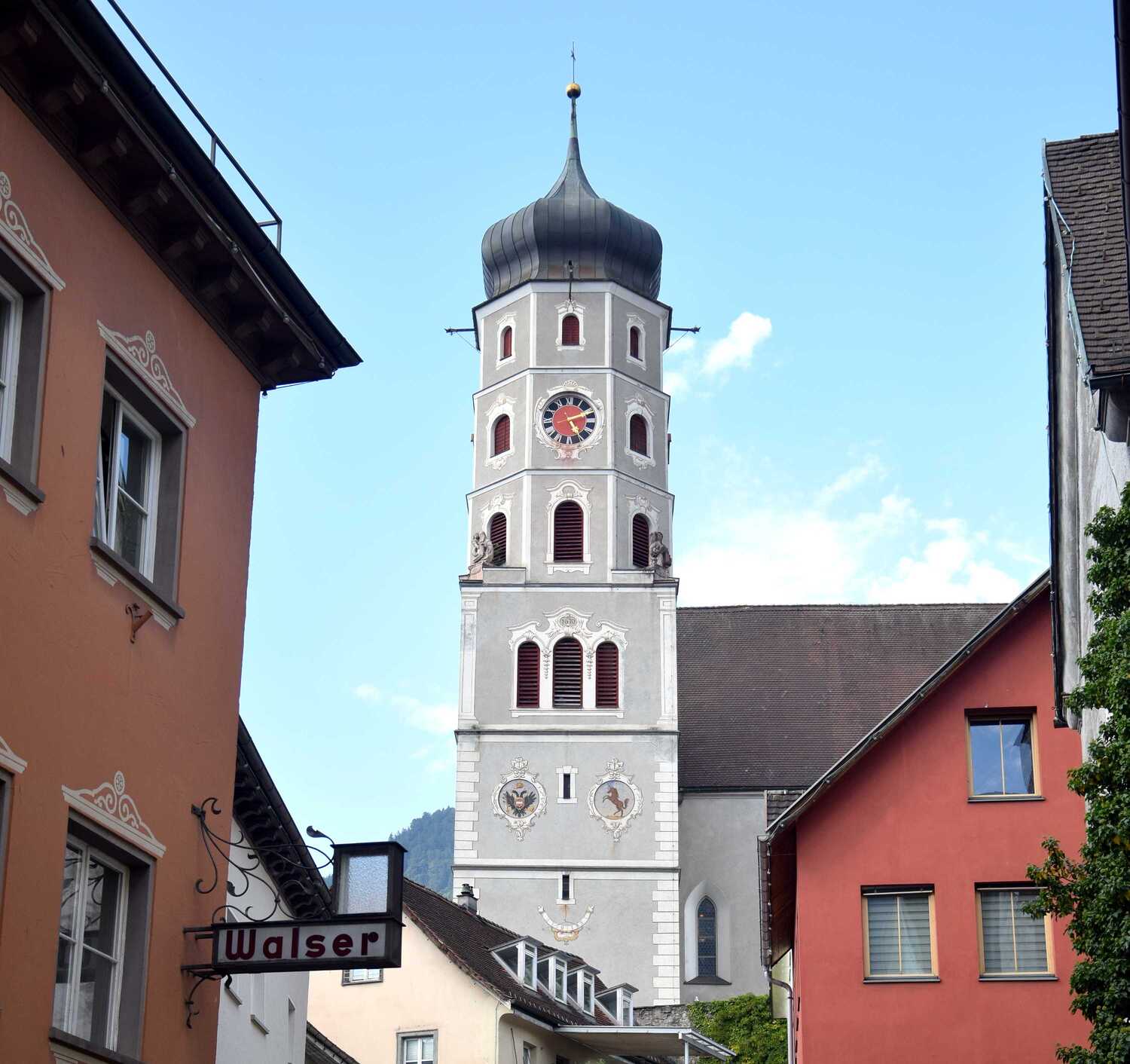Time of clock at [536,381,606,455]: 5:11
